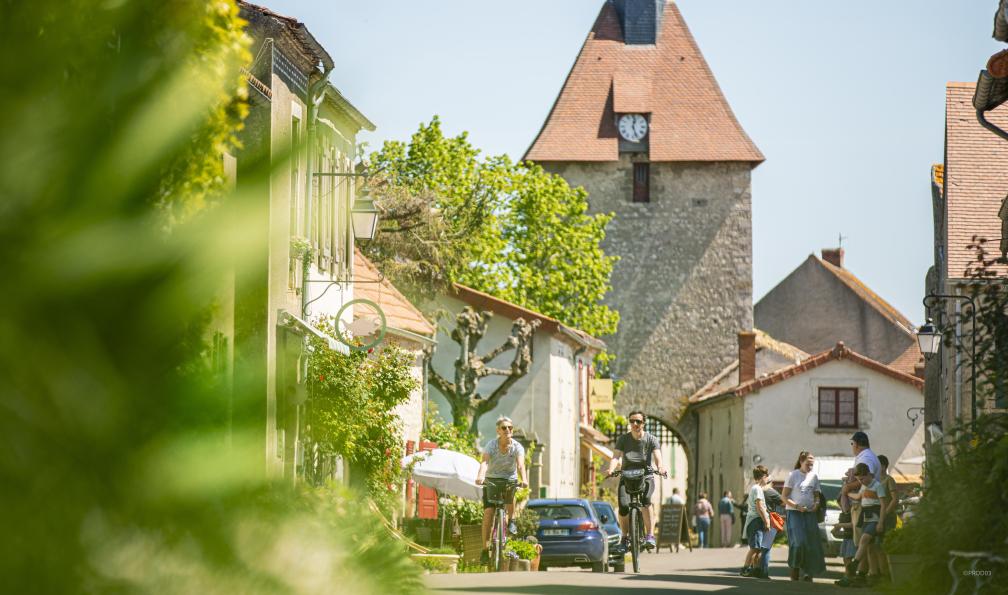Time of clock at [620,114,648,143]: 12:26
